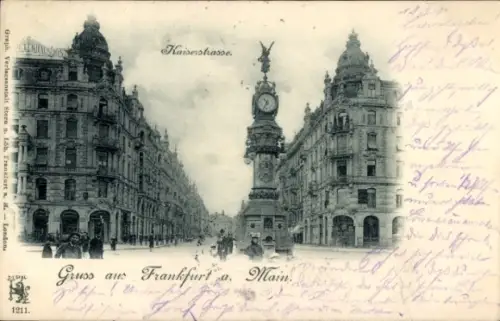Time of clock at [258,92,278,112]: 10:34
